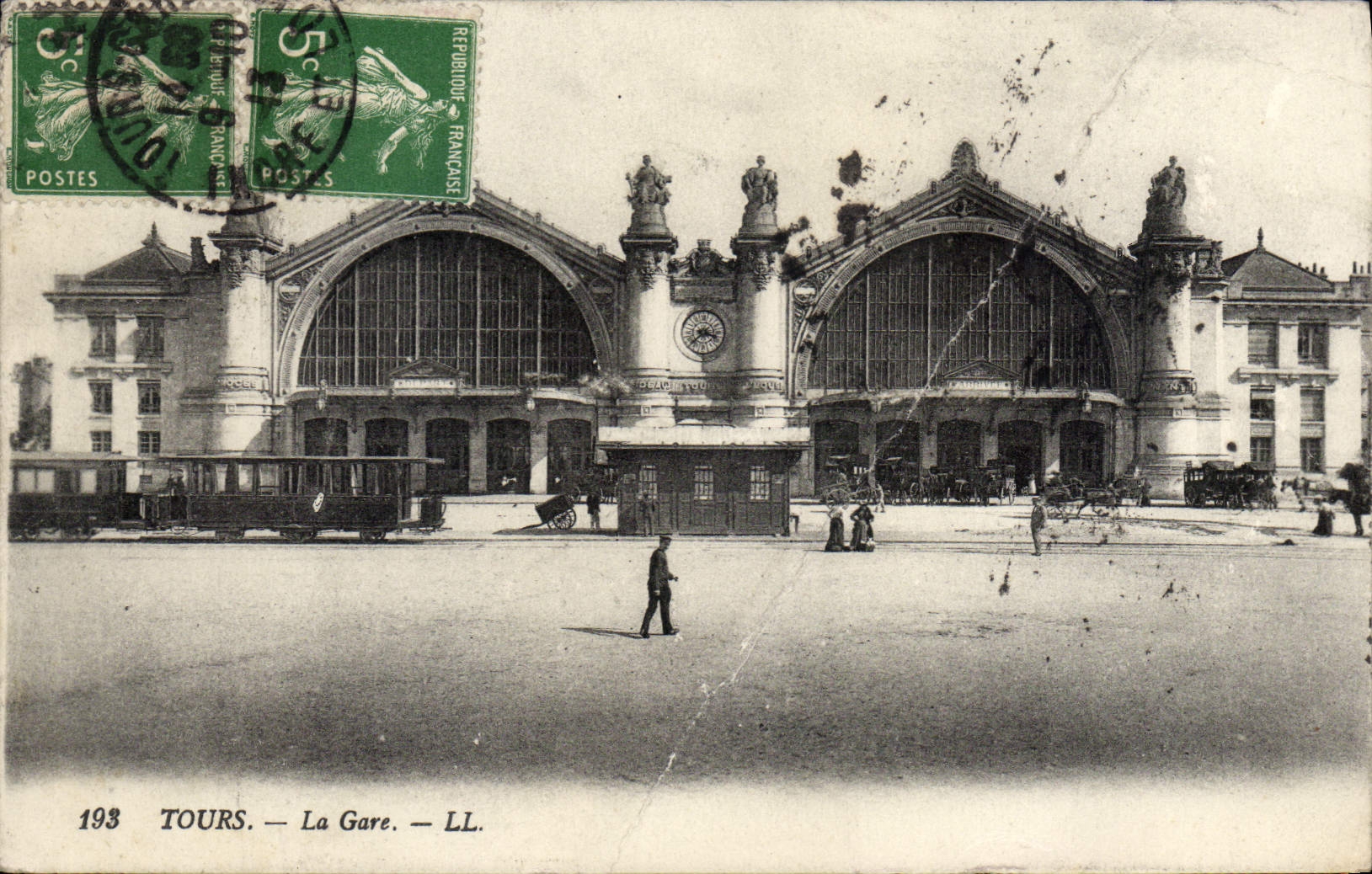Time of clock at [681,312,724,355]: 3:37
